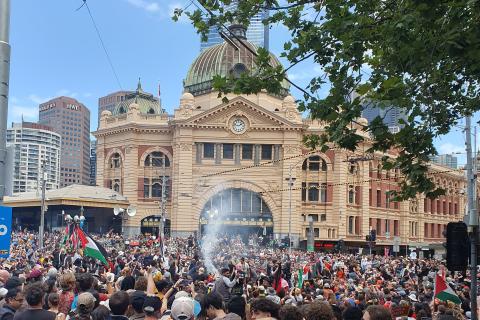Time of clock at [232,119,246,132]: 1:47
